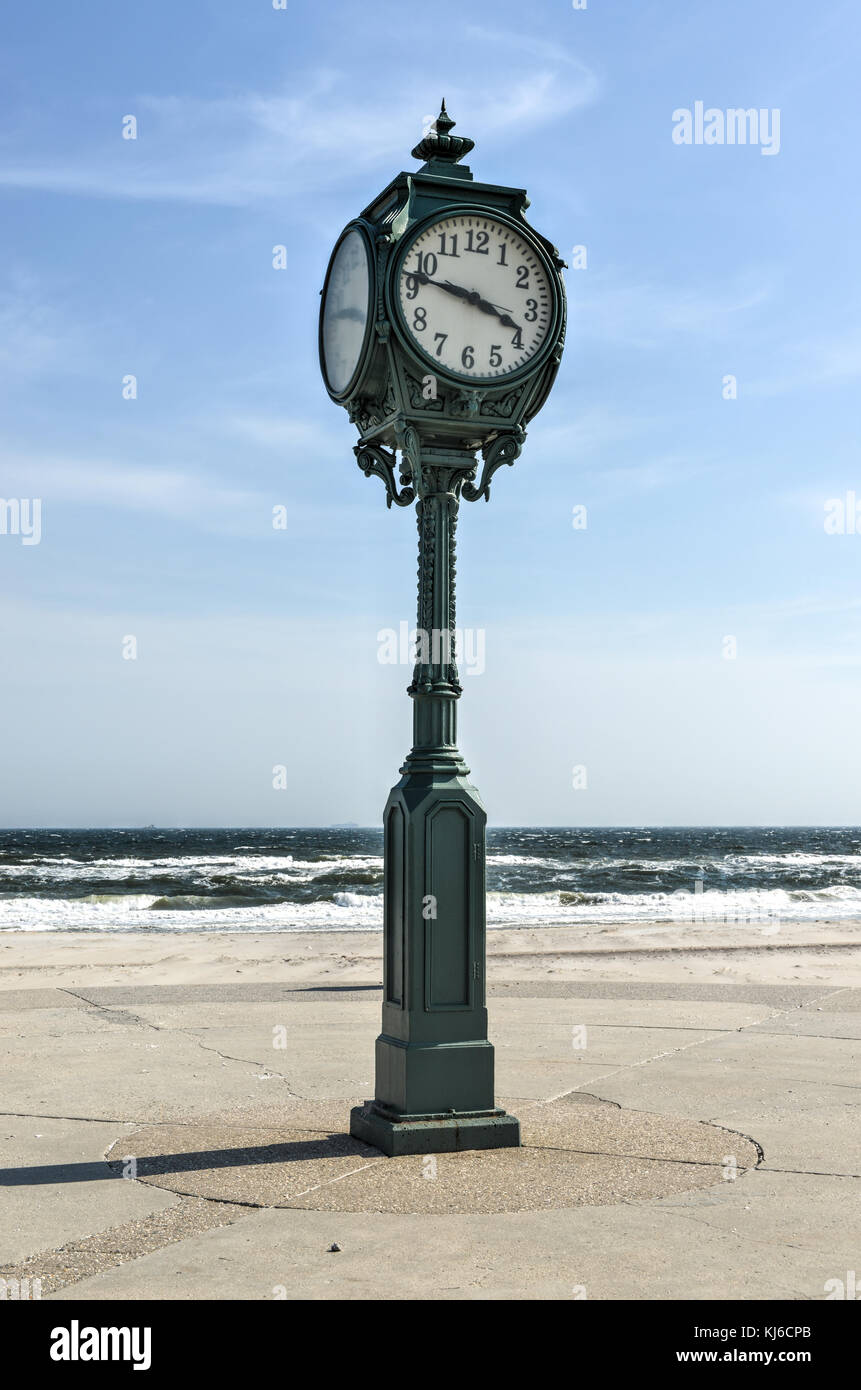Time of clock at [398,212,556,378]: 3:47
